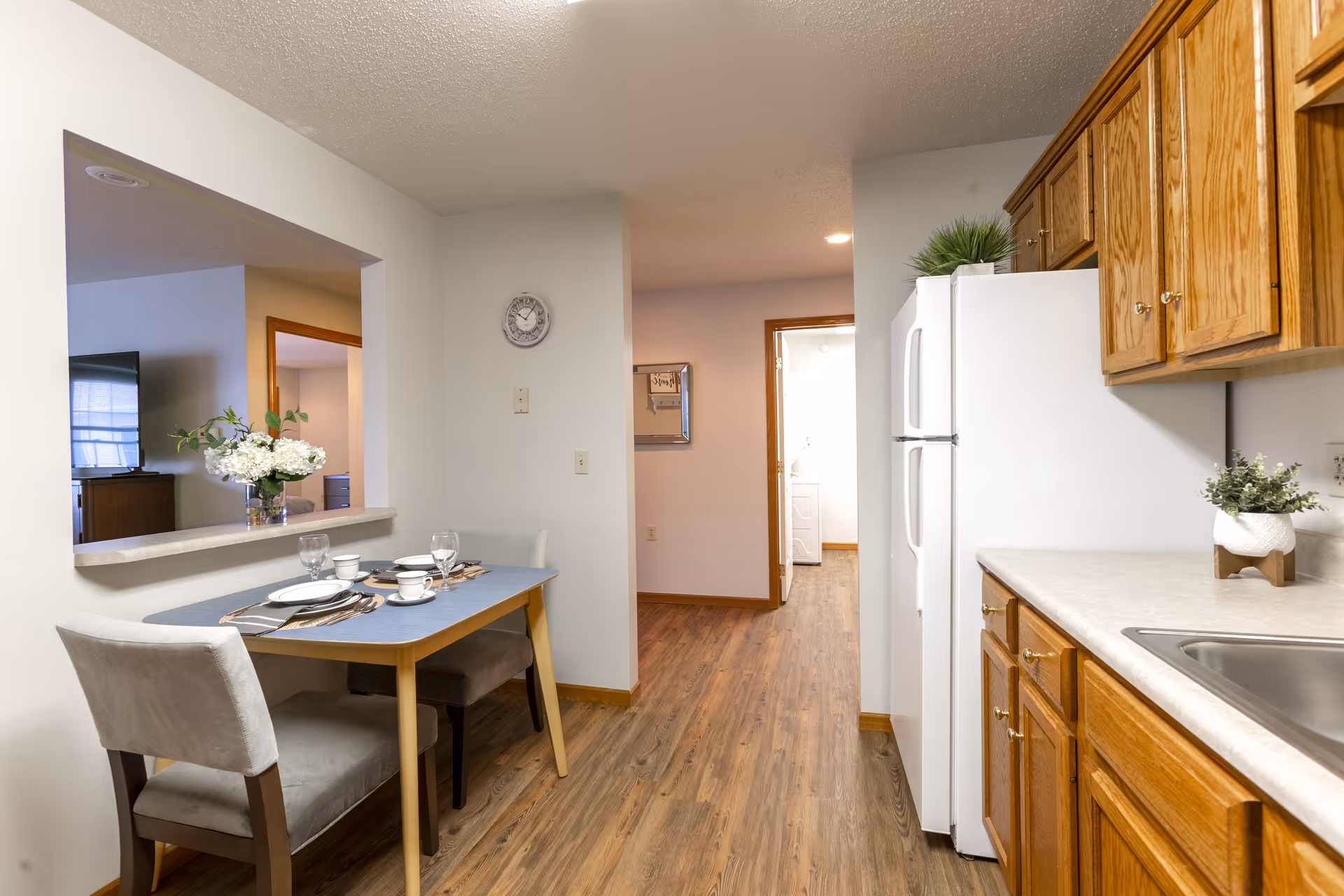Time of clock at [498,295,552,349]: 10:06
